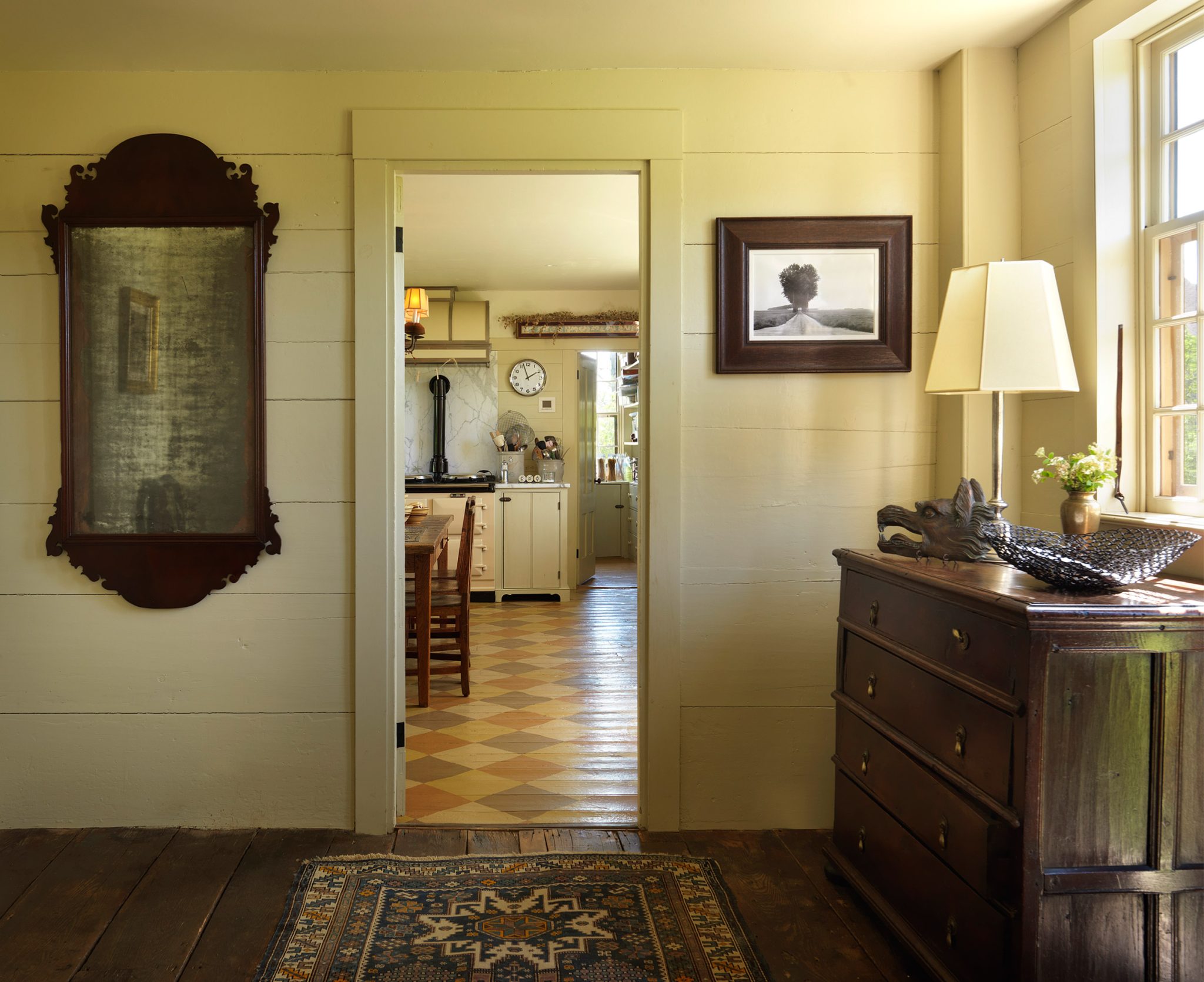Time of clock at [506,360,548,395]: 1:56
